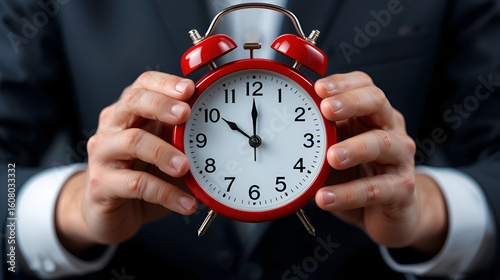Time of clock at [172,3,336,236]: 10:00
